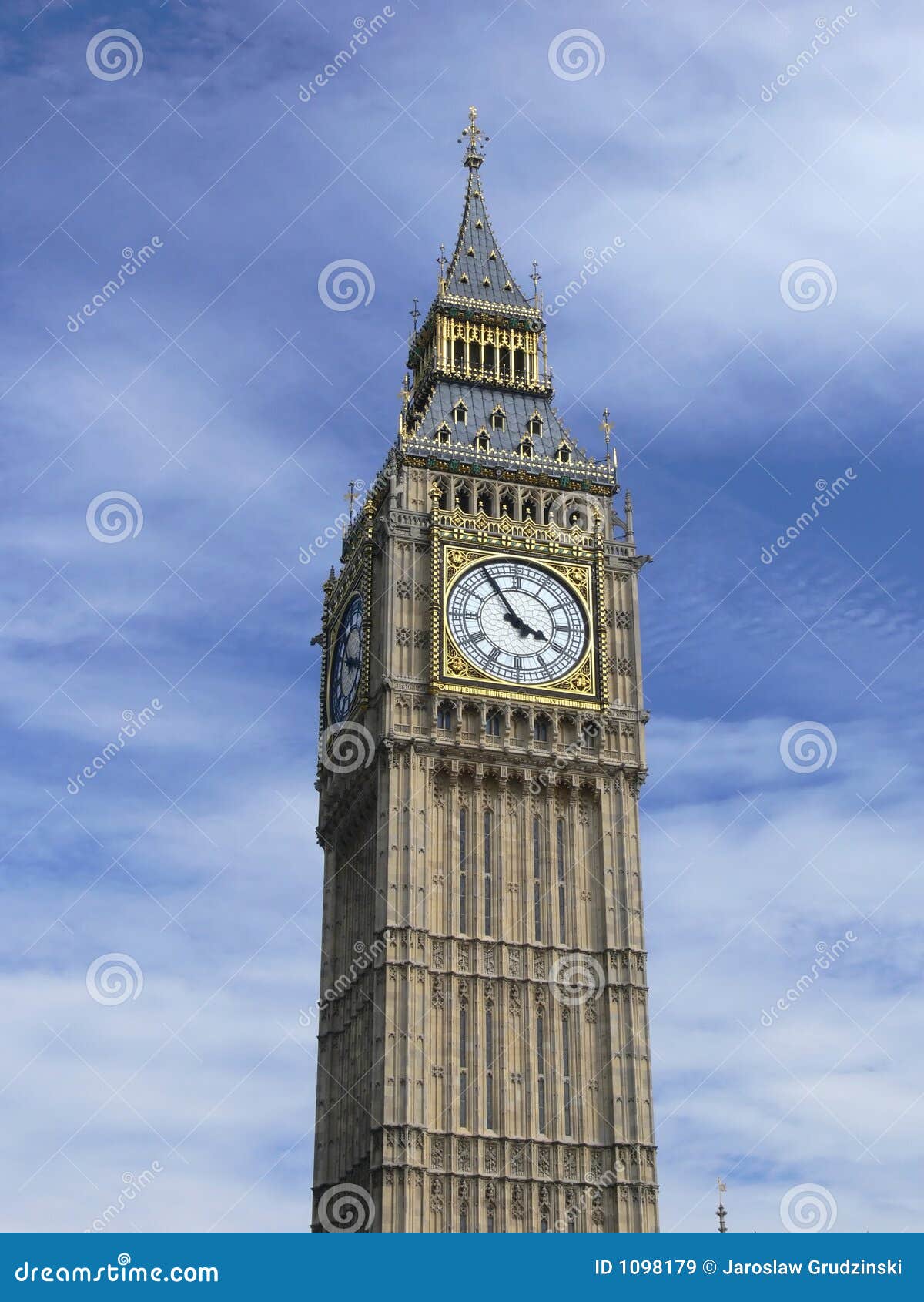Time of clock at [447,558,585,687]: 3:54
